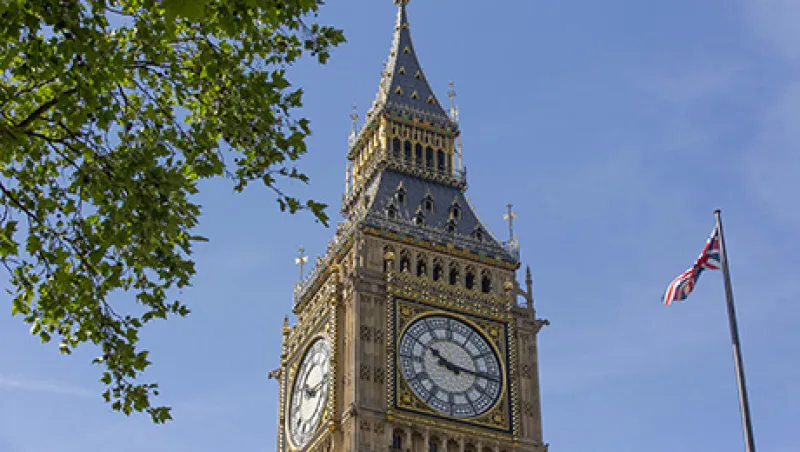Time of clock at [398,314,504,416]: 10:15
